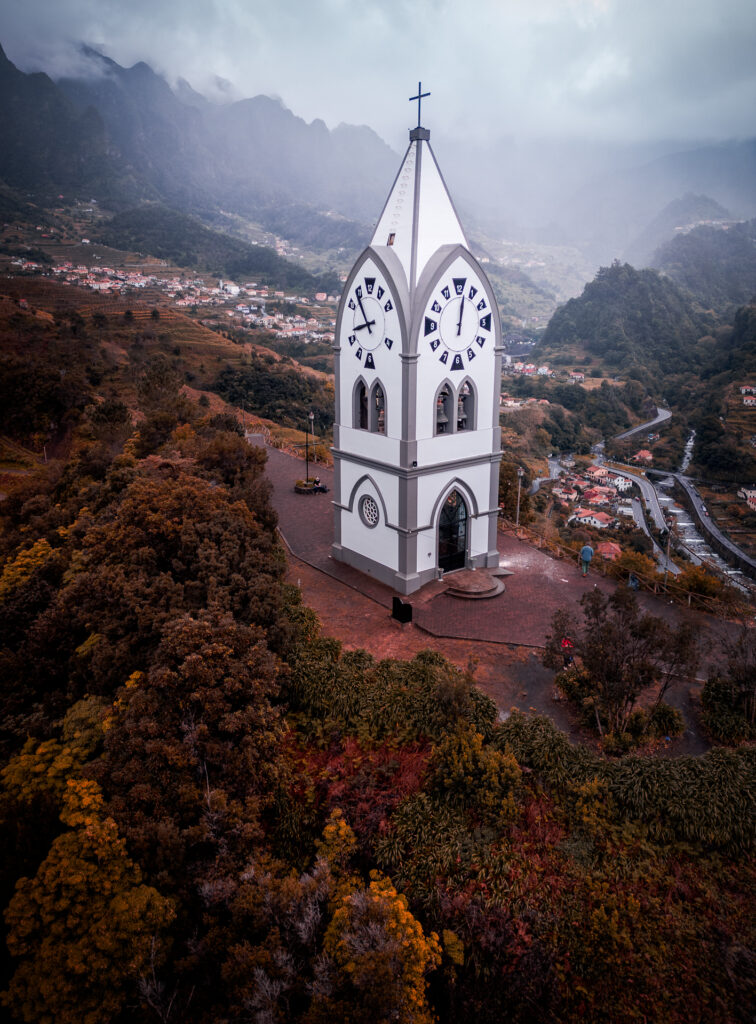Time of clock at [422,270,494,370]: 12:01
